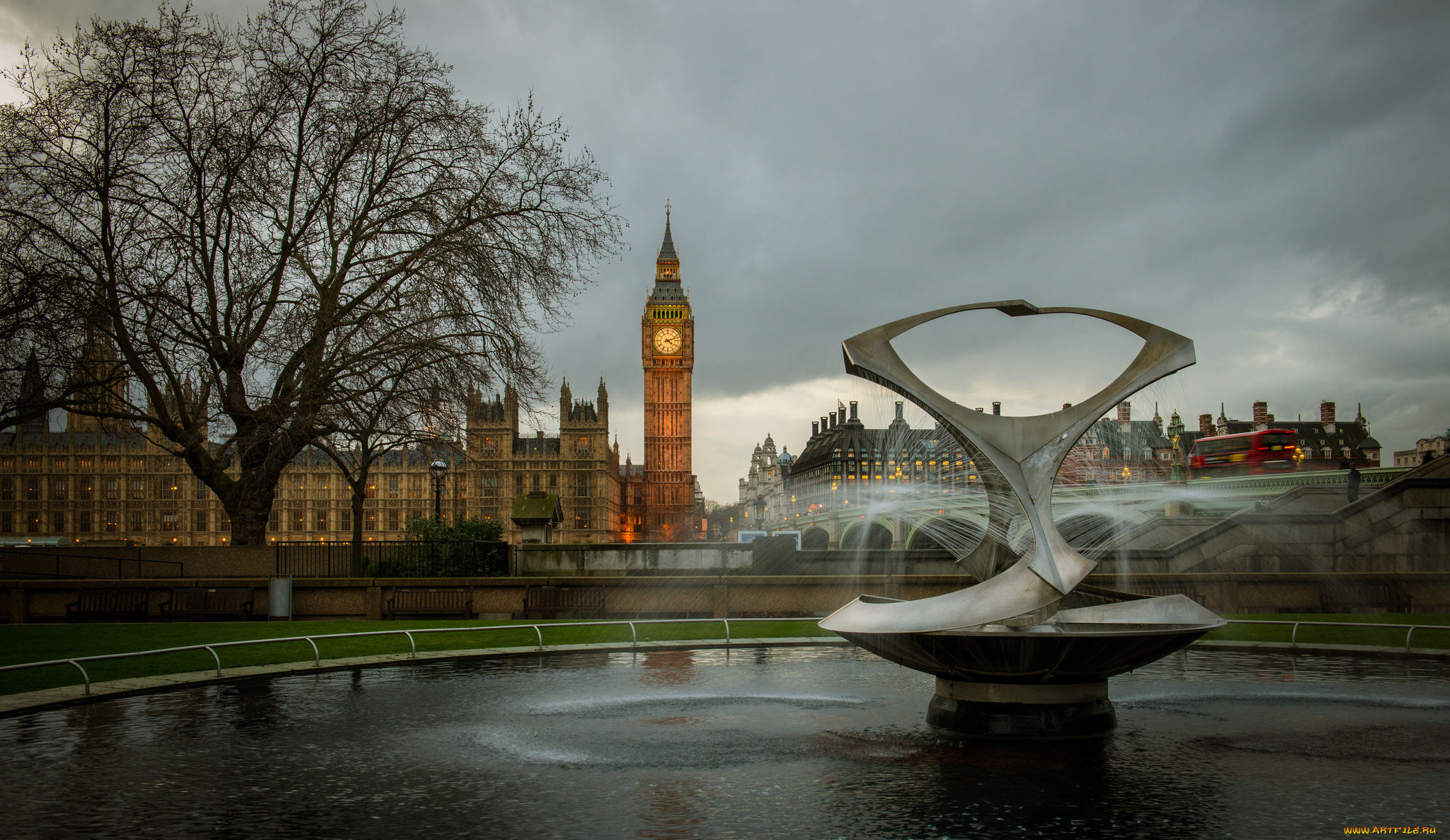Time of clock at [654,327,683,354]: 4:11
